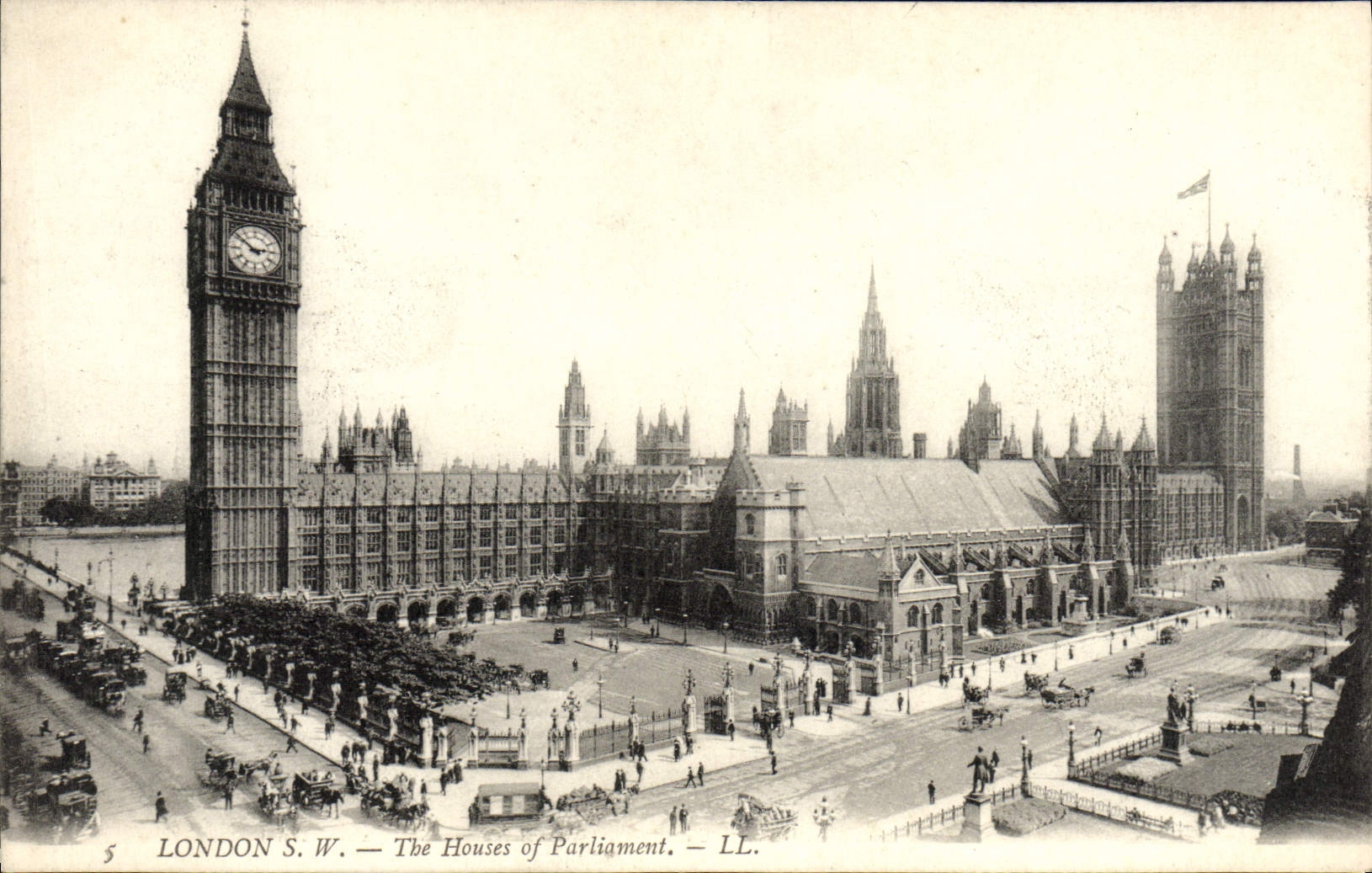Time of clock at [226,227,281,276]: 2:51
